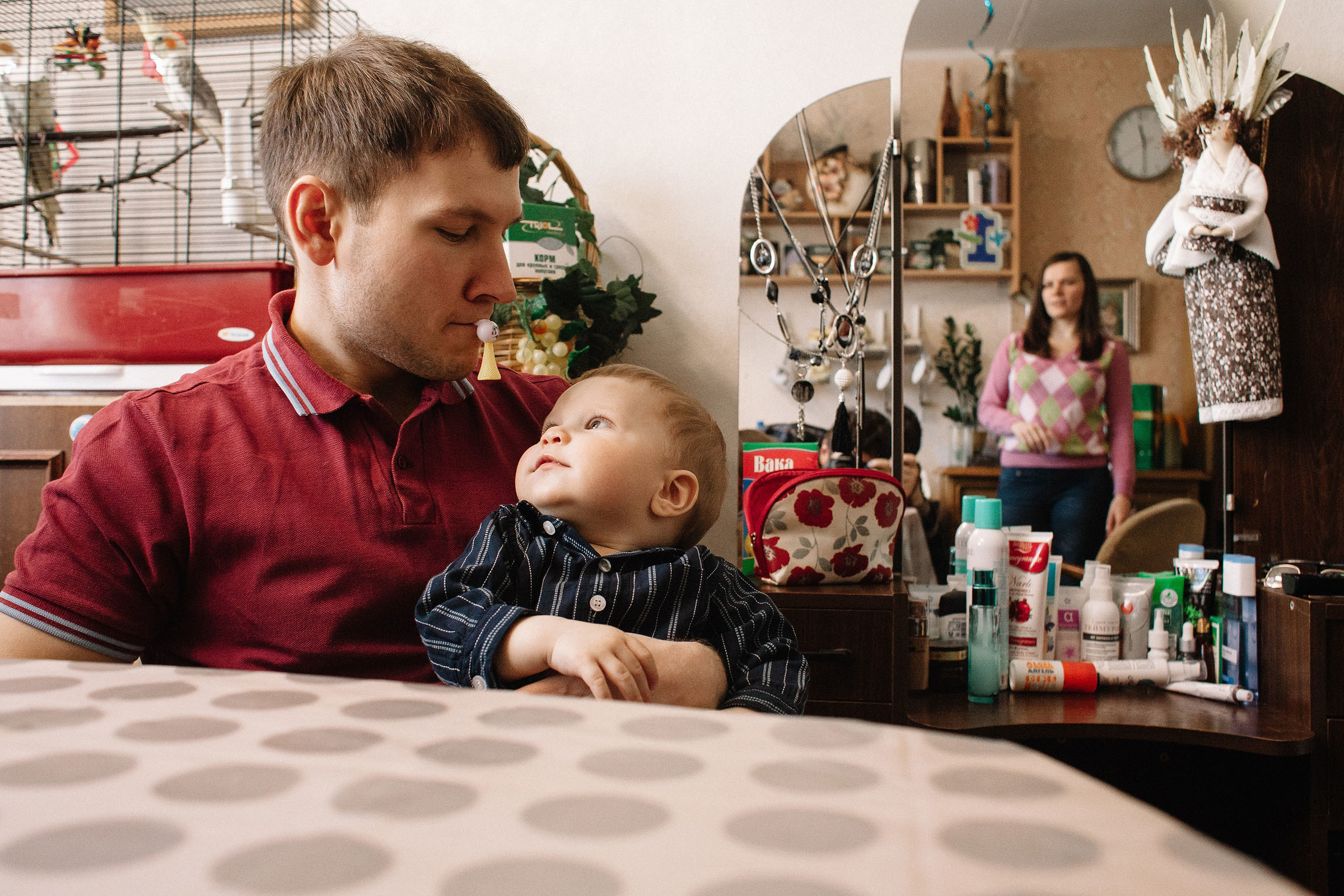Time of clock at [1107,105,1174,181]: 11:29
